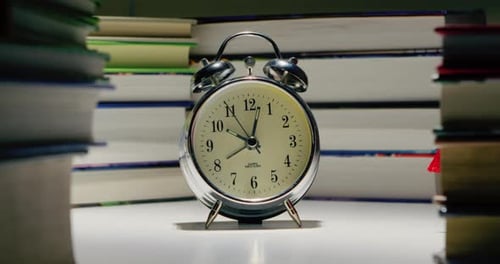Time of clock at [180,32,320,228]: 10:02
